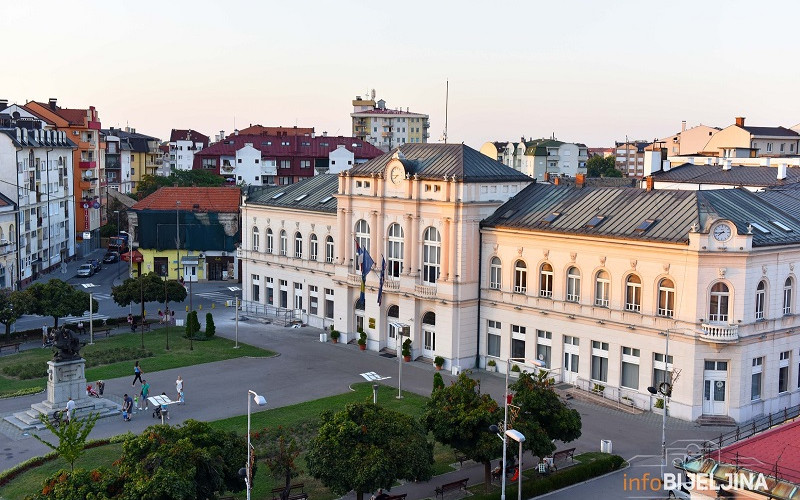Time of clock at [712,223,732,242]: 7:43
